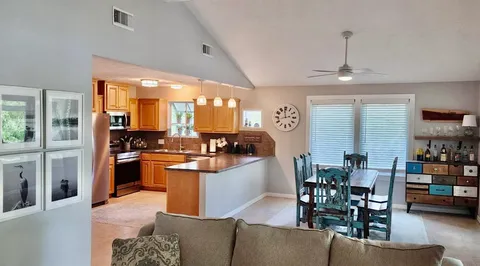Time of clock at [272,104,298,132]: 11:42
